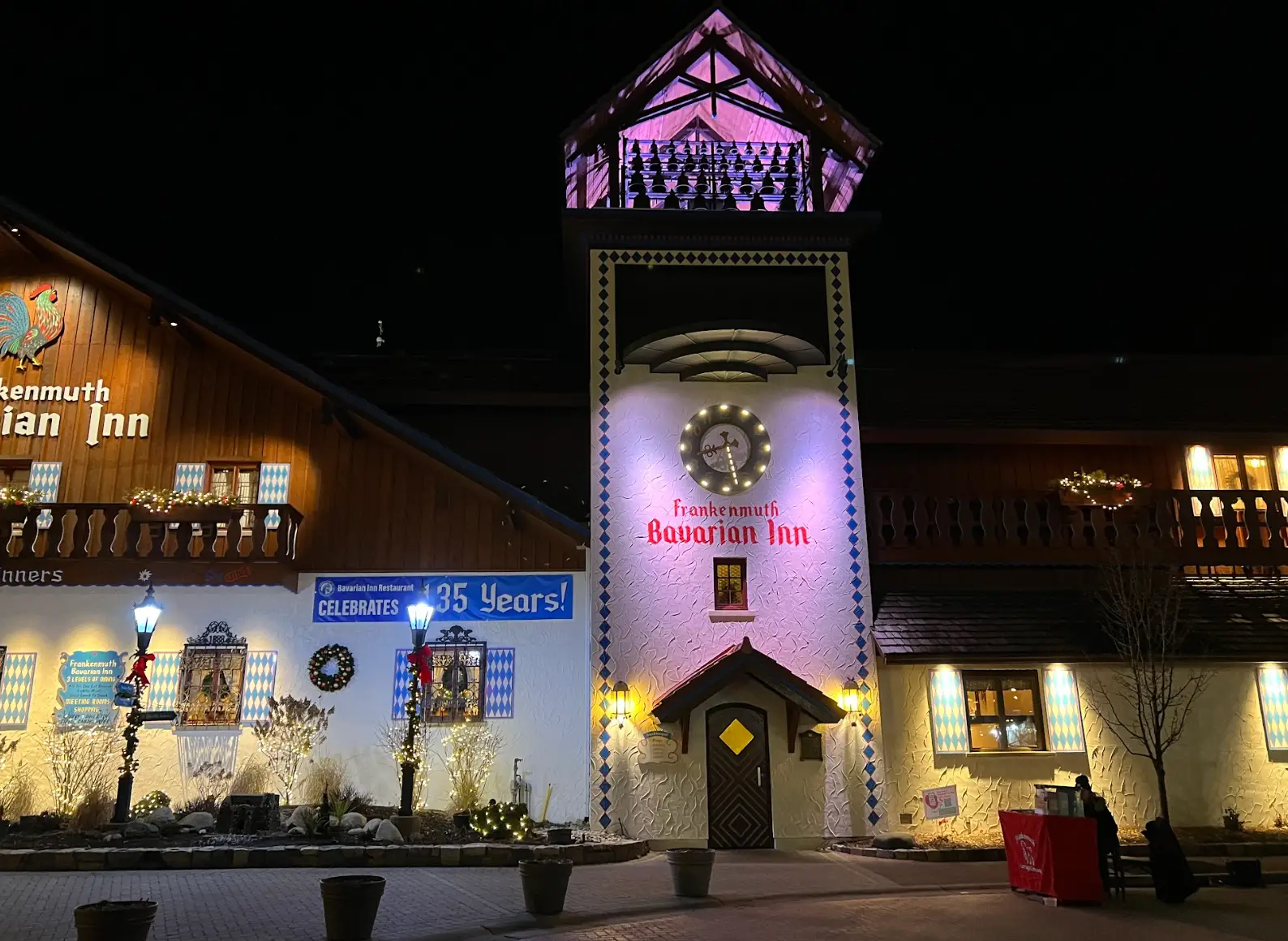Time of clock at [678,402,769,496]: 8:27
